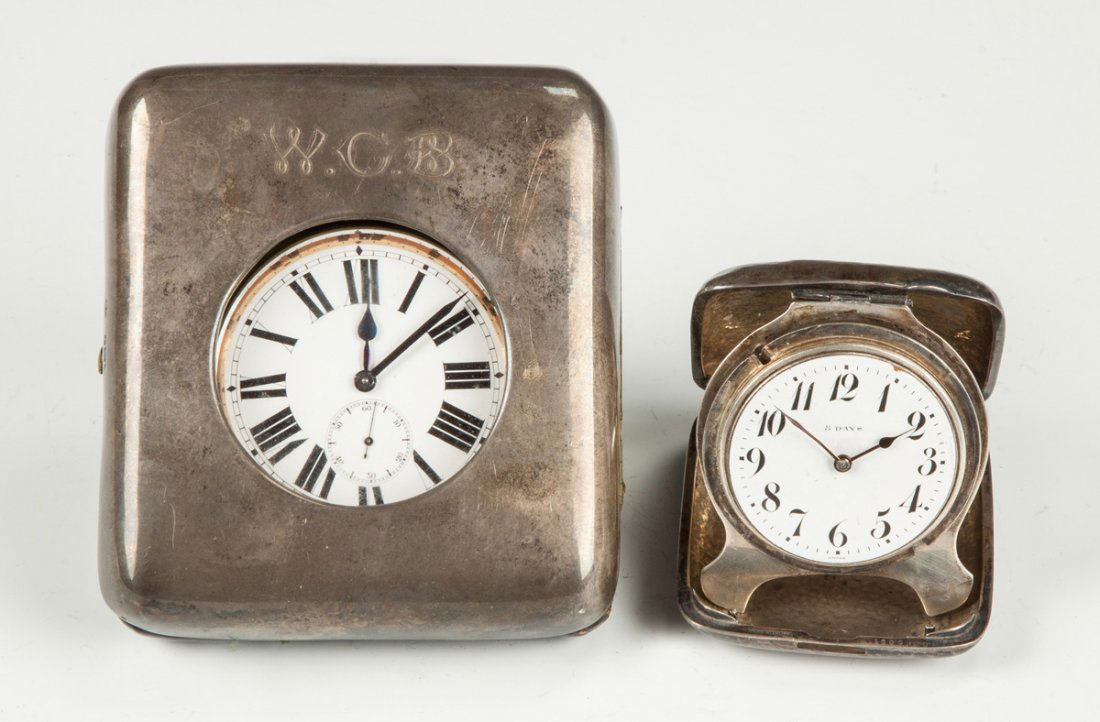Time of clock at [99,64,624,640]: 12:08
